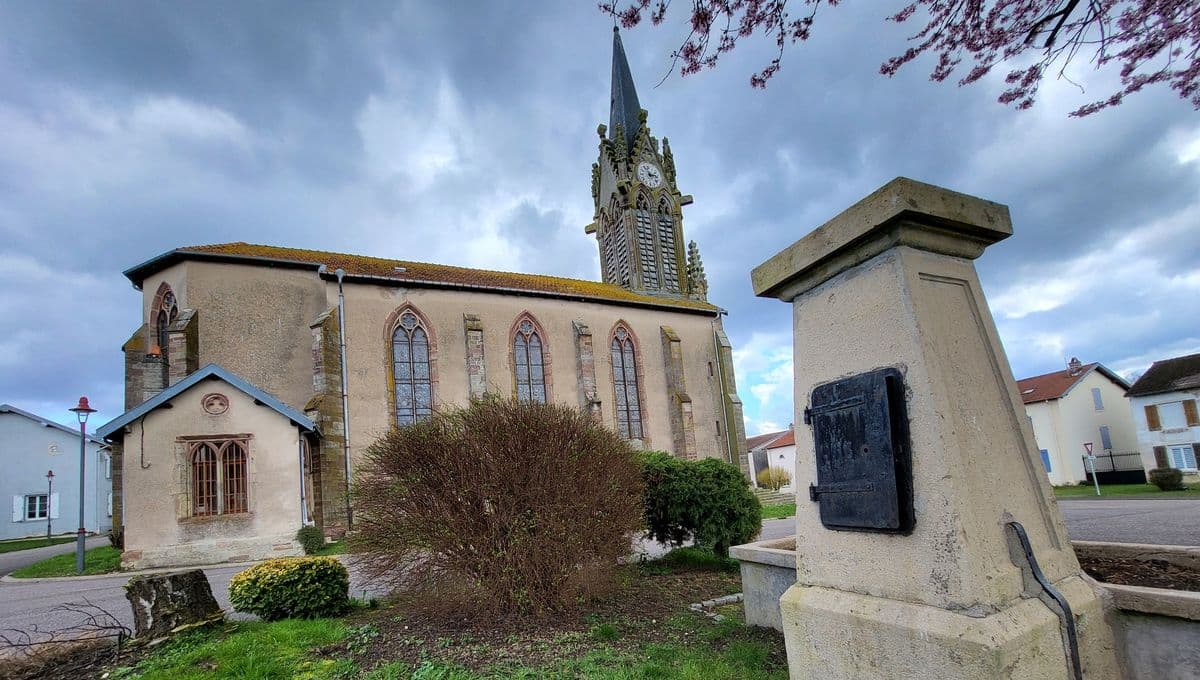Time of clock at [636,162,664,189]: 11:13
